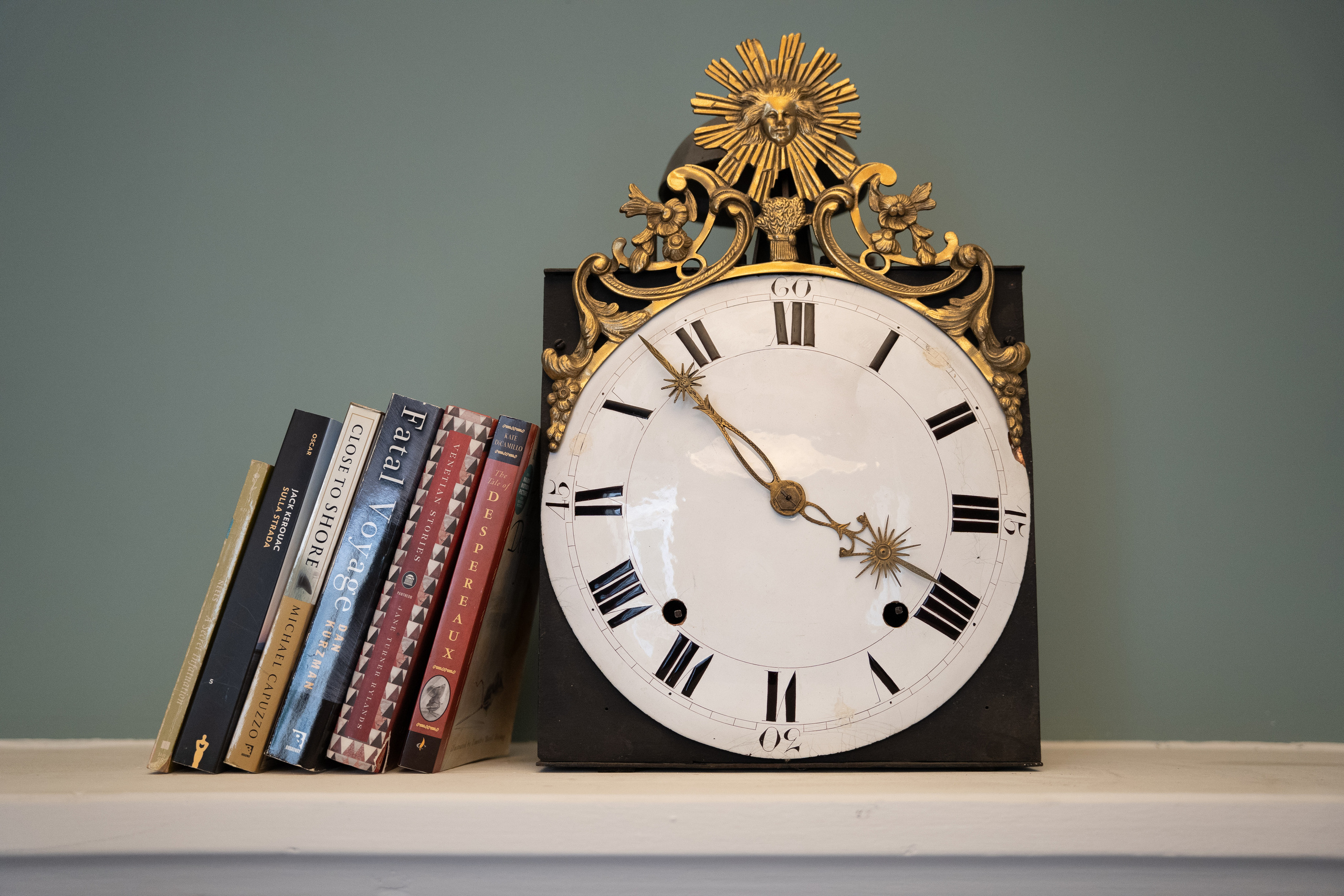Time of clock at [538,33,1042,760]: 3:52
